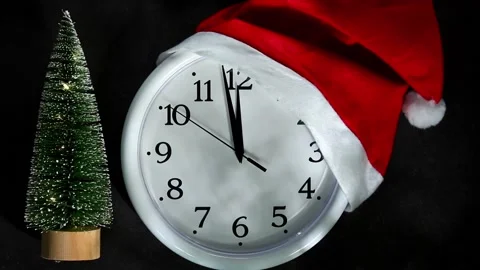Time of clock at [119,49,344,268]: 11:58
